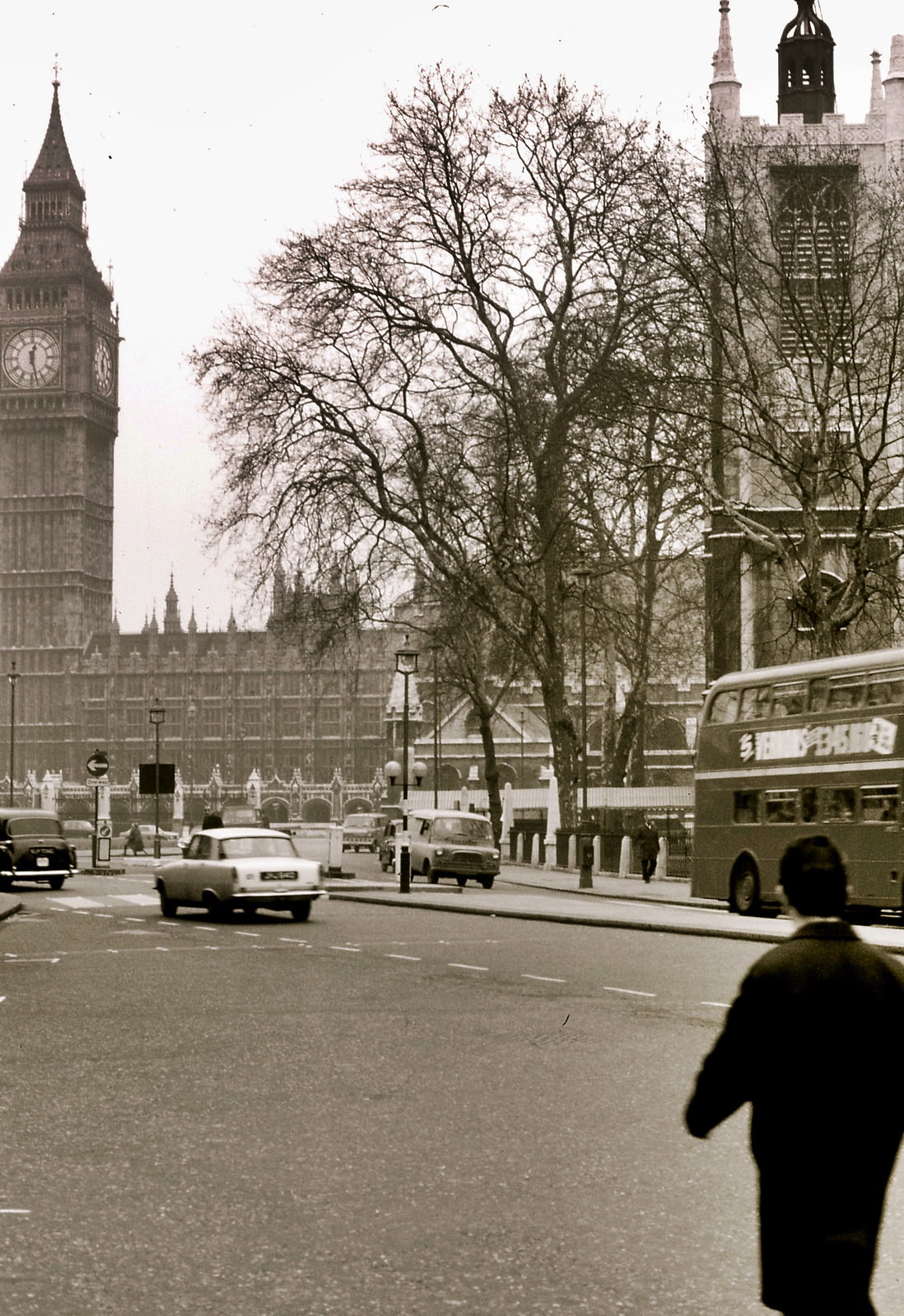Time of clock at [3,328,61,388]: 12:27
